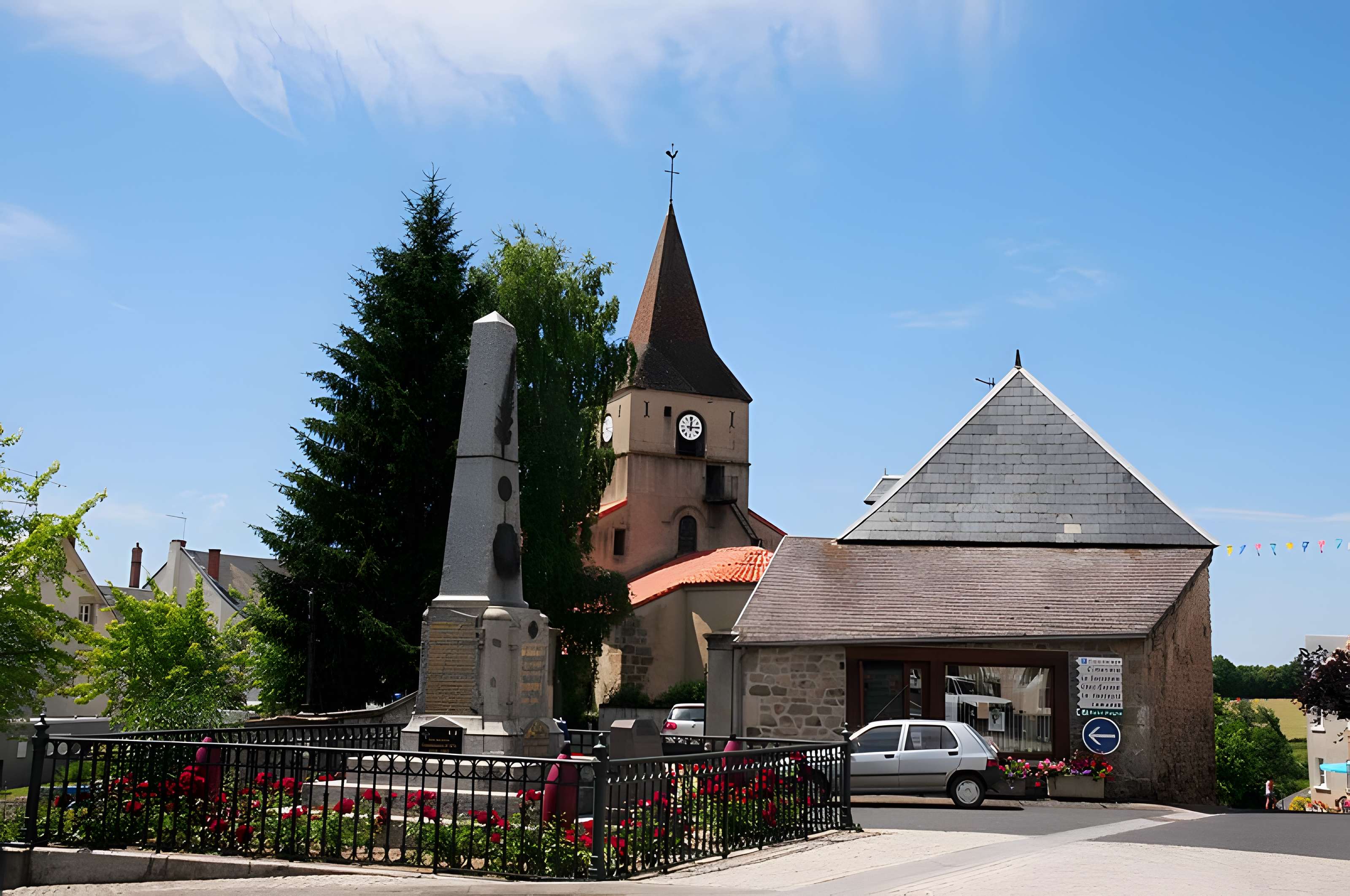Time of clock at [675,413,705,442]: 12:14
